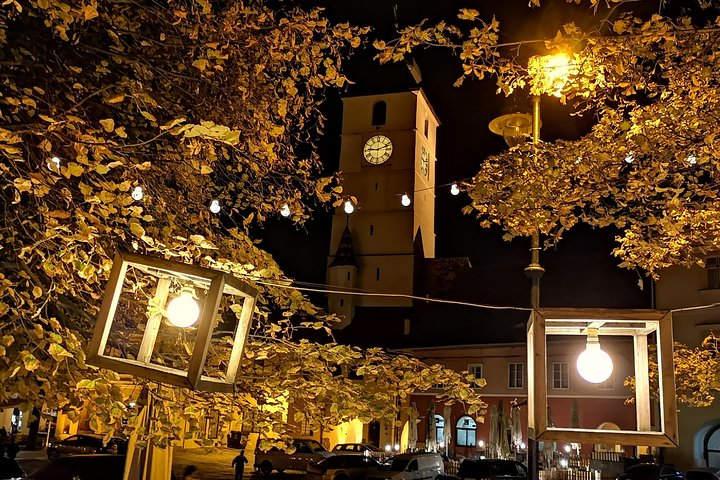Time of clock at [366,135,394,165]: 9:11
